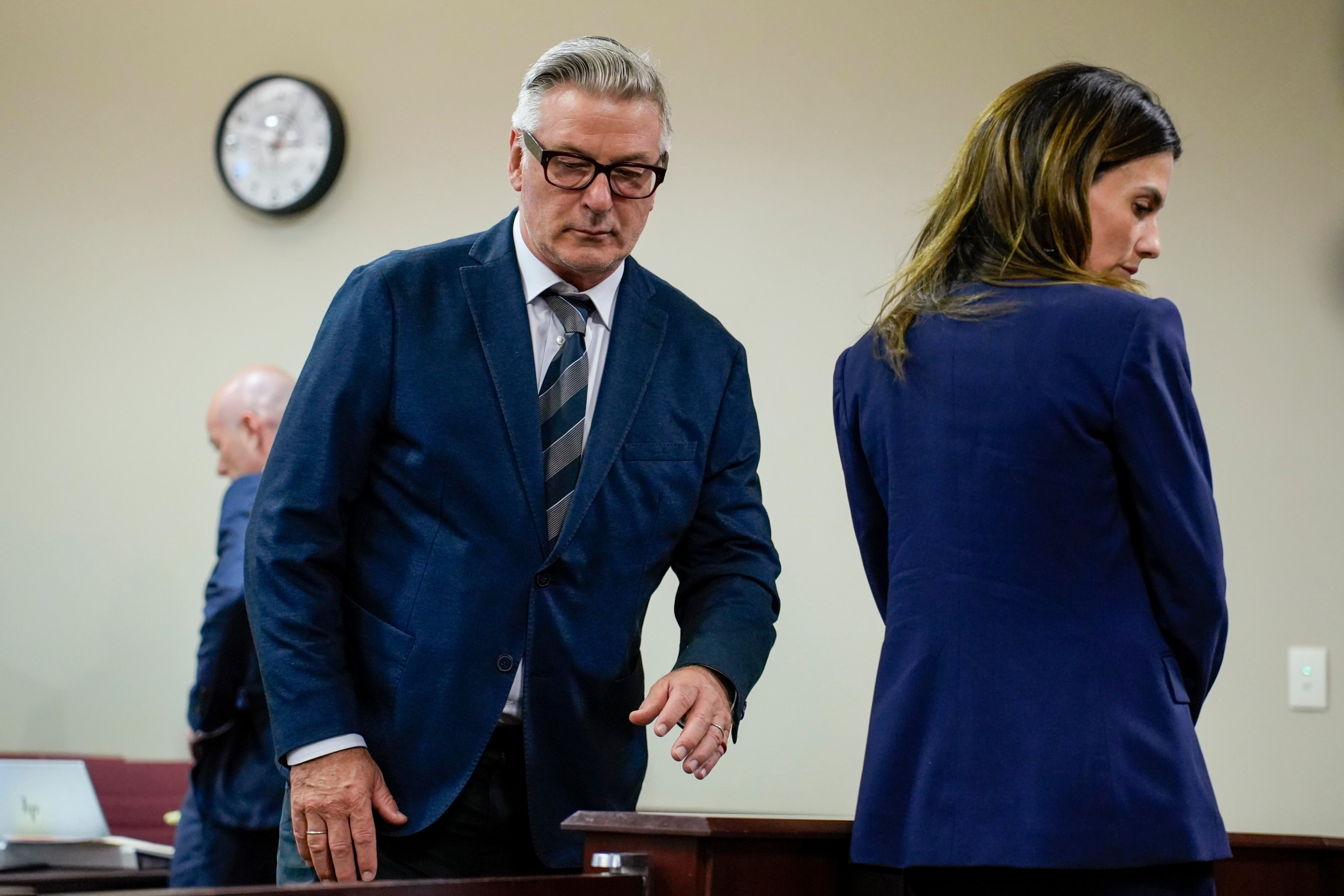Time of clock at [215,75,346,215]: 3:05
